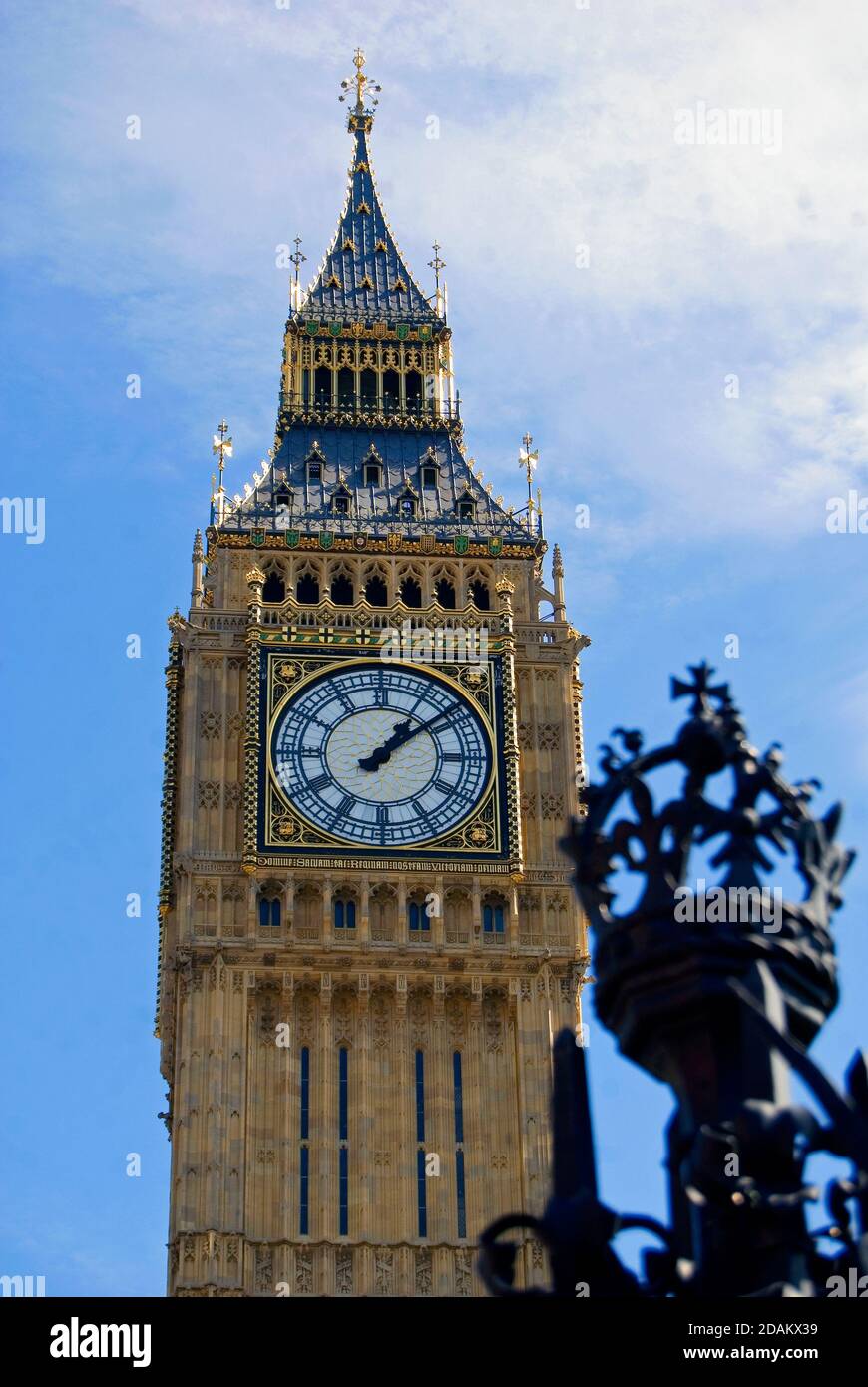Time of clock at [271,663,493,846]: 1:08
